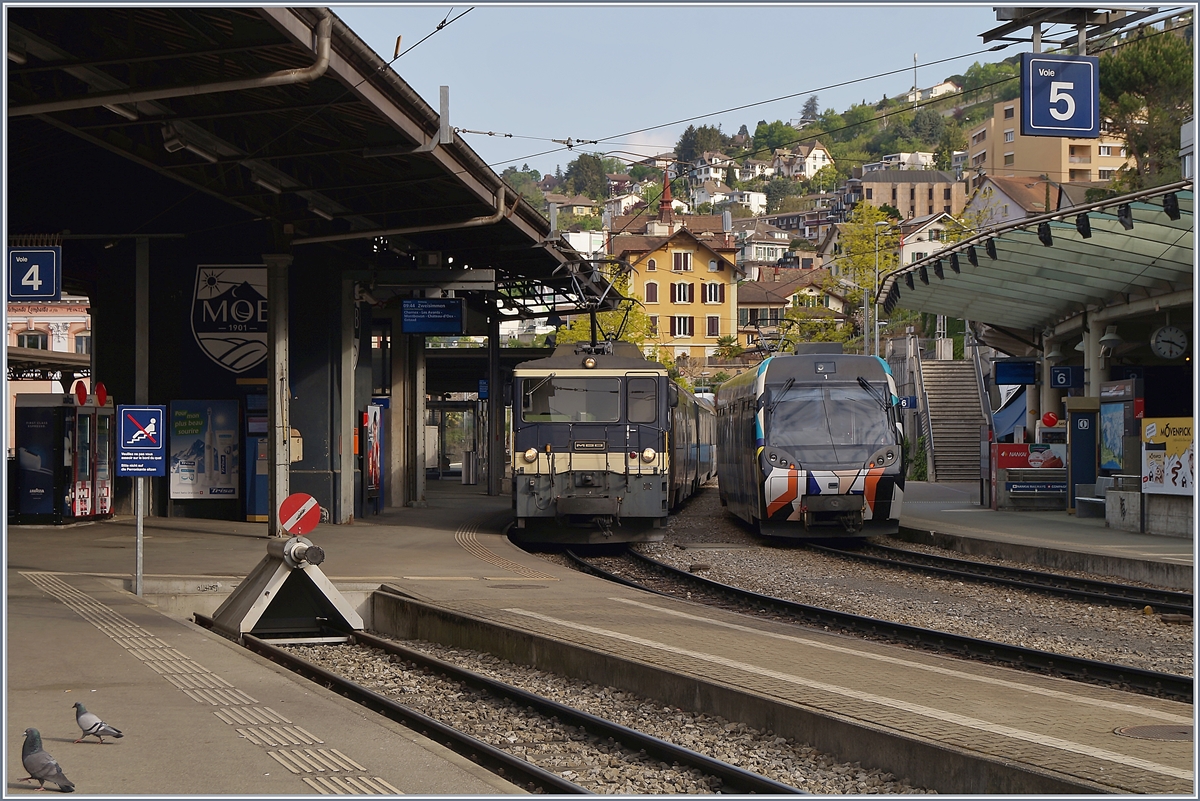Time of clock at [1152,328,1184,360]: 9:19
